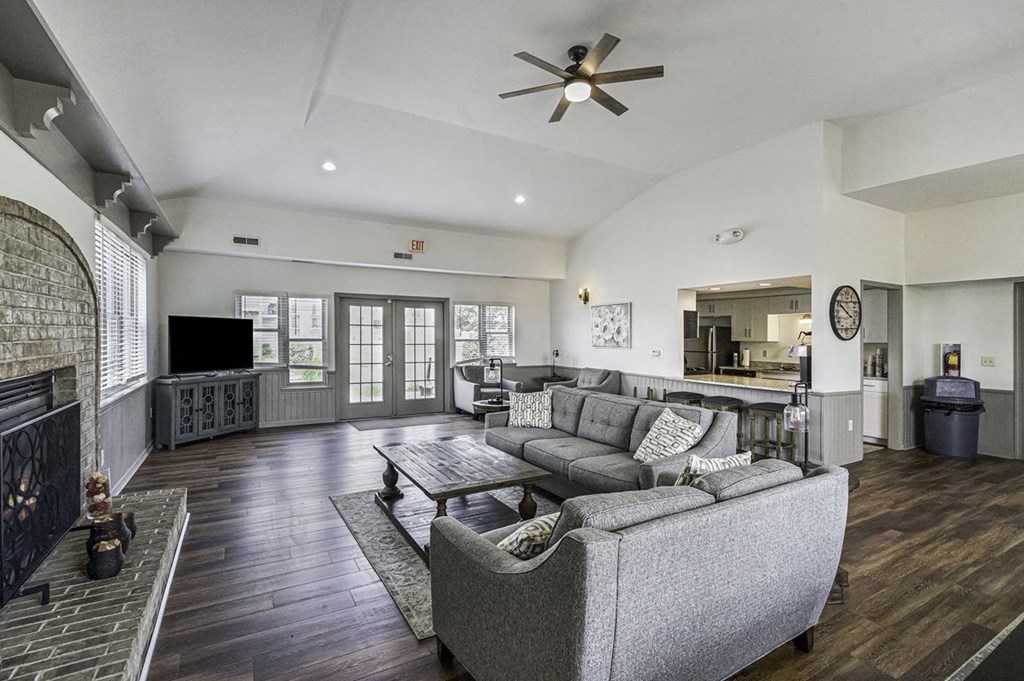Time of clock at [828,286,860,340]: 3:50
